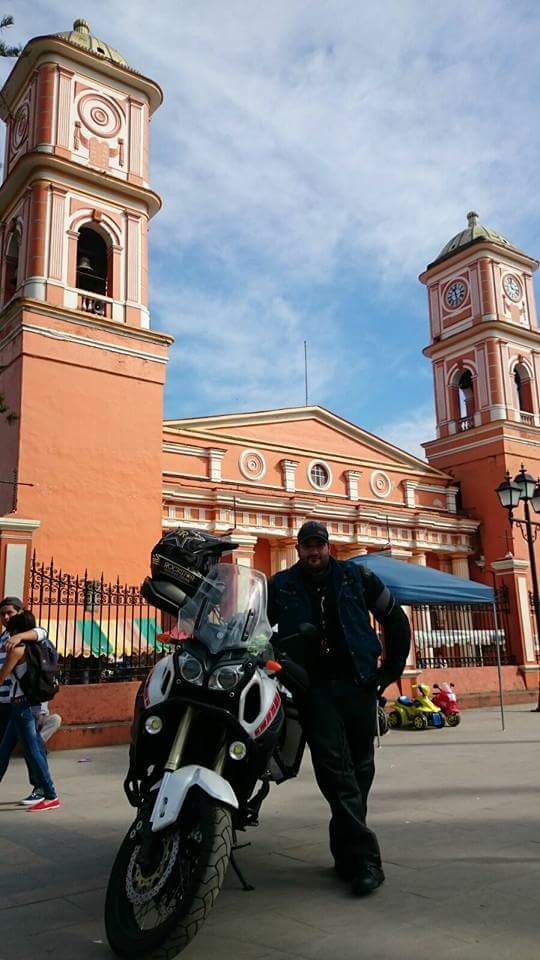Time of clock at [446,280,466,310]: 11:28
